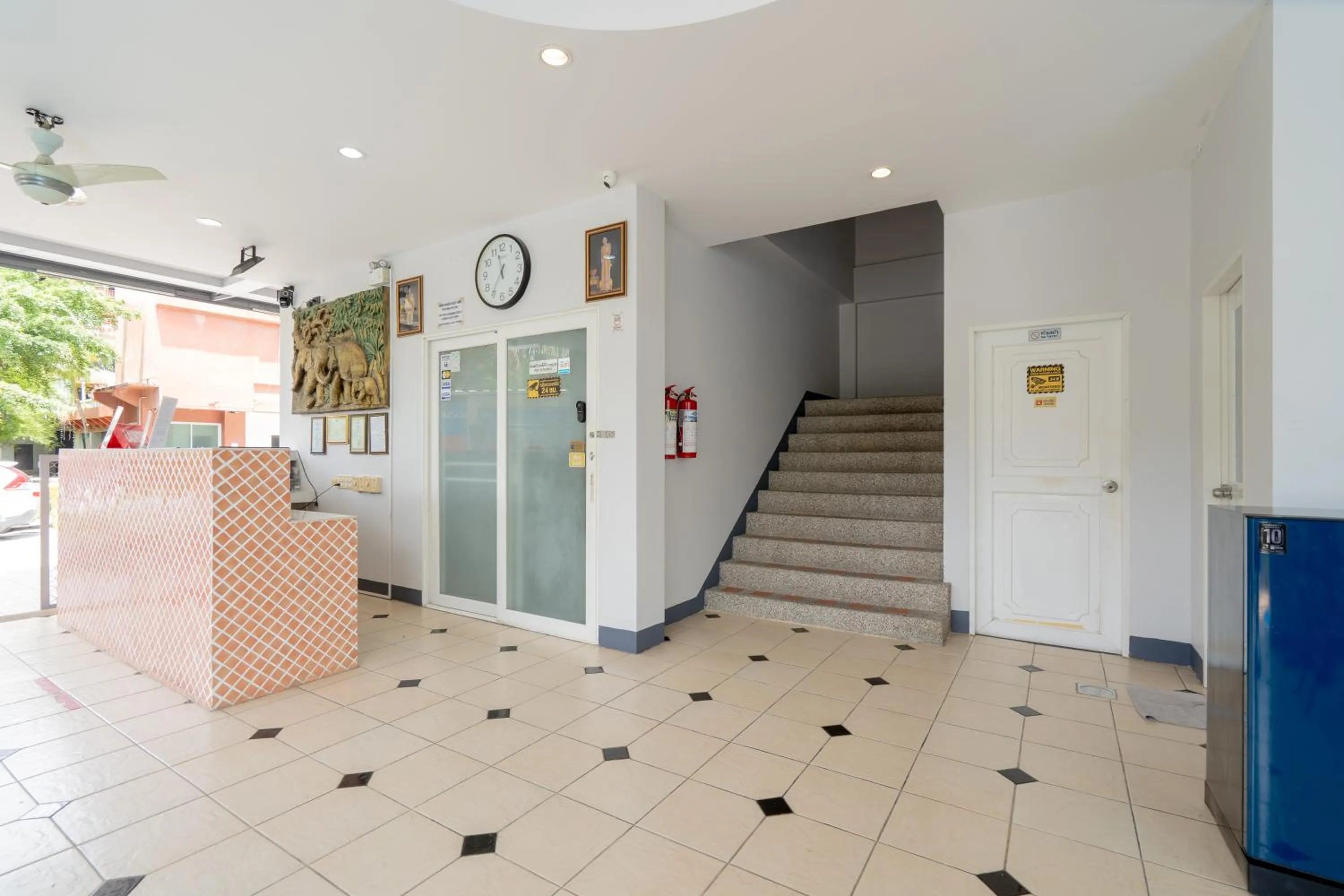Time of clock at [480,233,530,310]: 11:35
